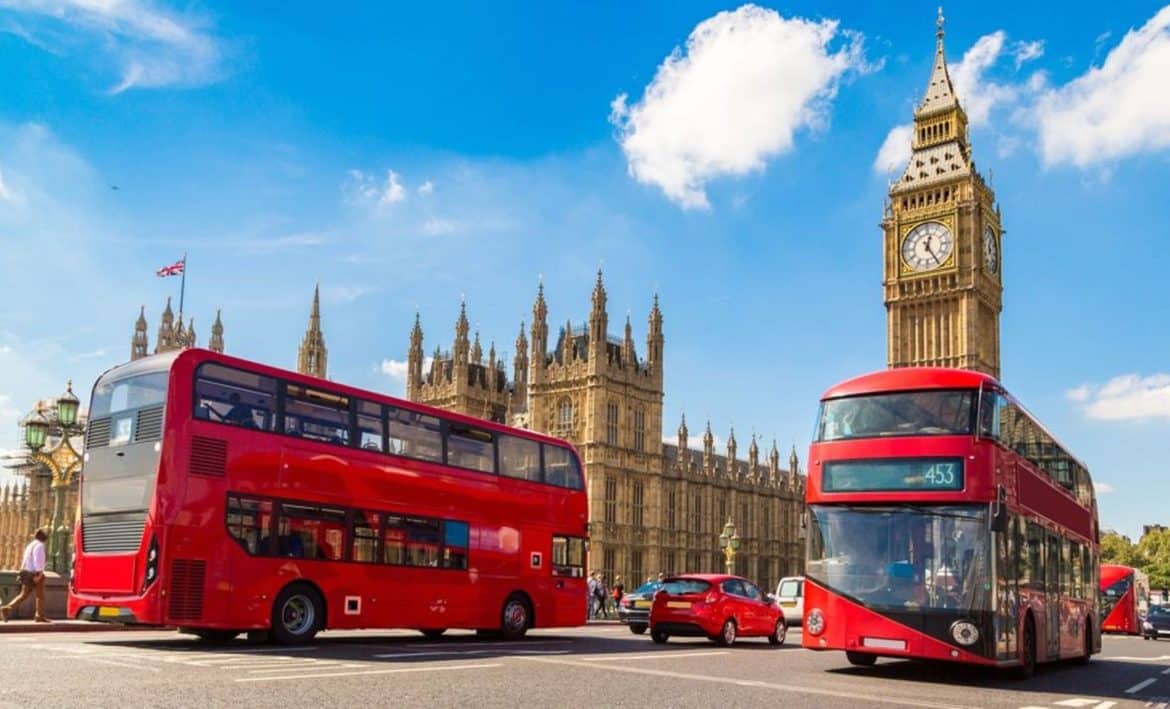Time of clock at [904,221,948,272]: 12:24
